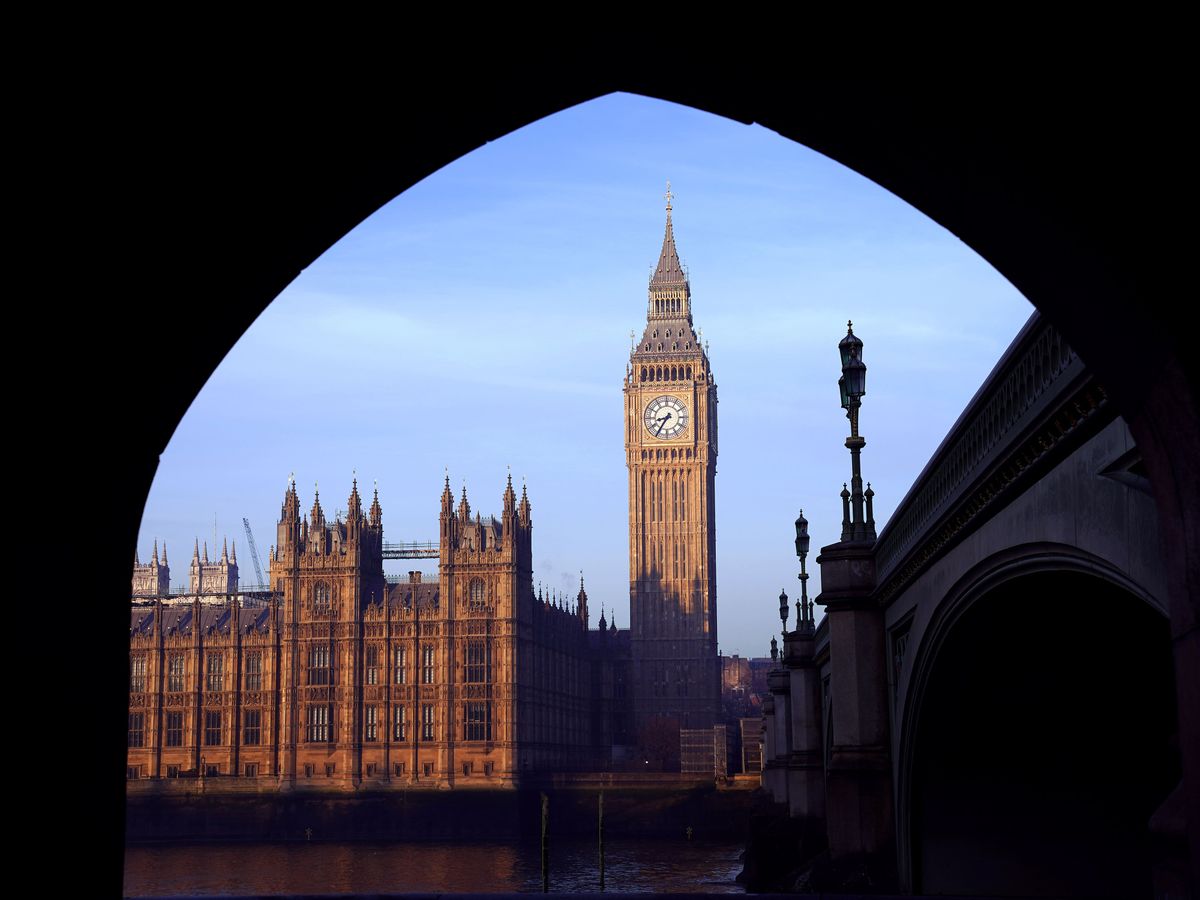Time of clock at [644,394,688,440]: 8:35
